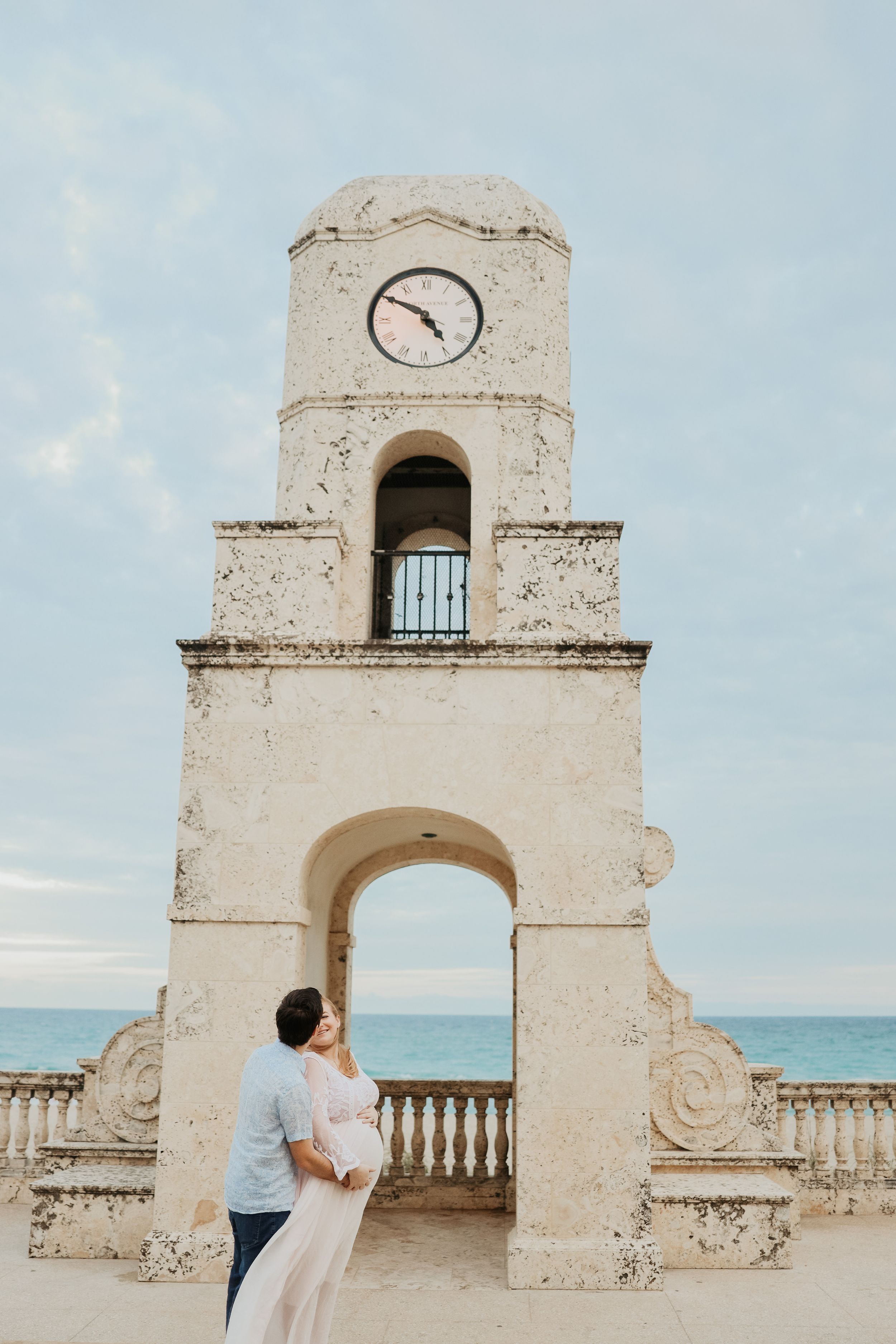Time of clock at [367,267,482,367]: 4:50
